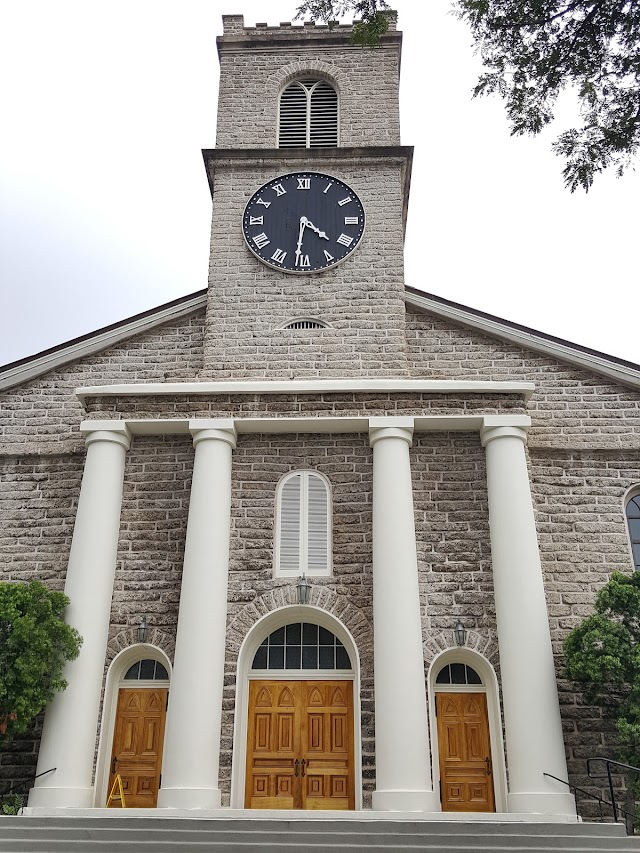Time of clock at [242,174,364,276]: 4:31
